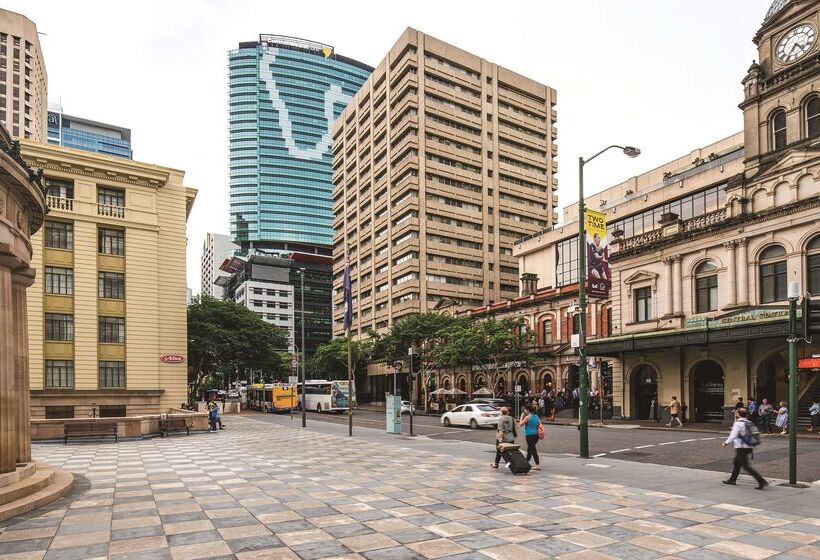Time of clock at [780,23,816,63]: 4:35
